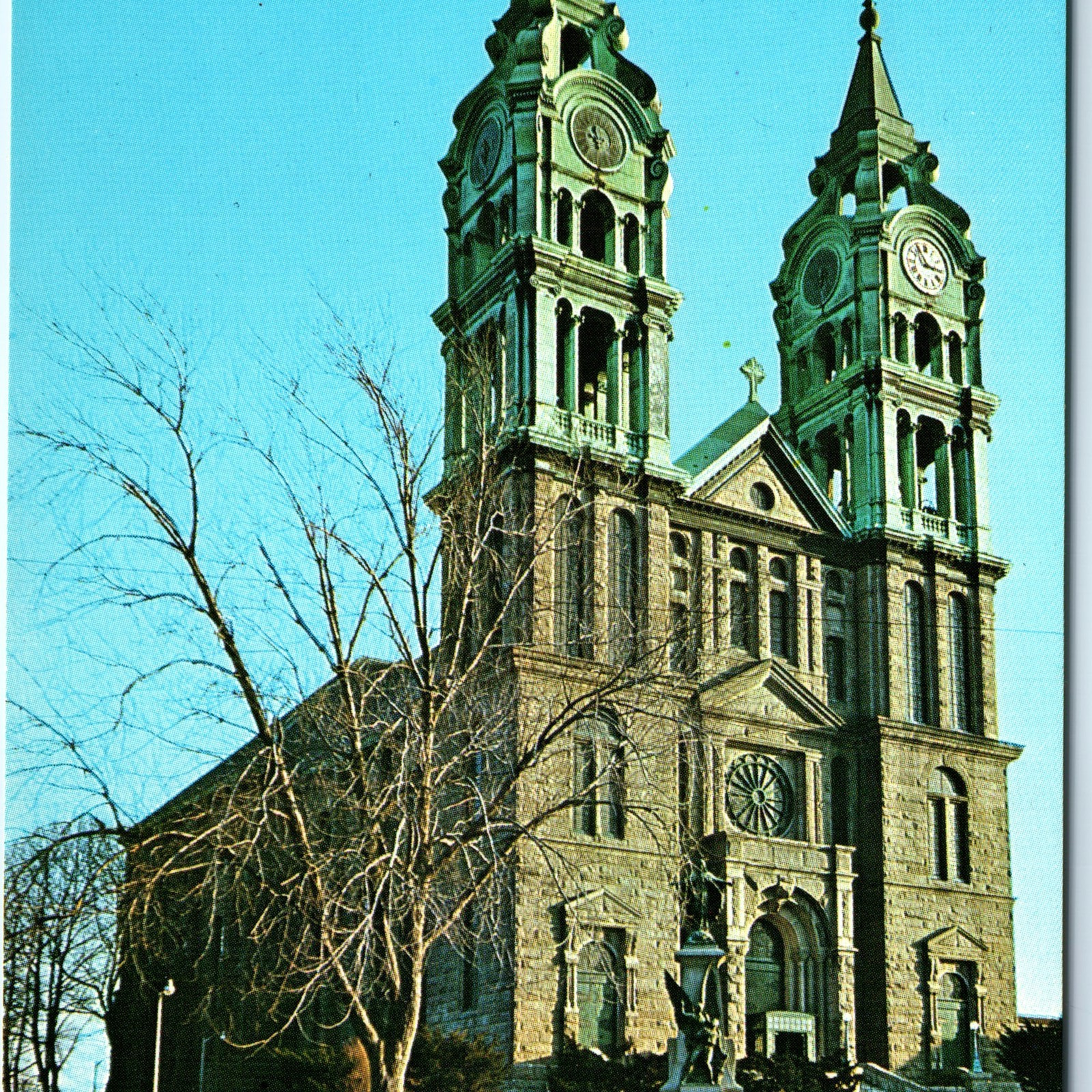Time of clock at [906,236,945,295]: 2:54
